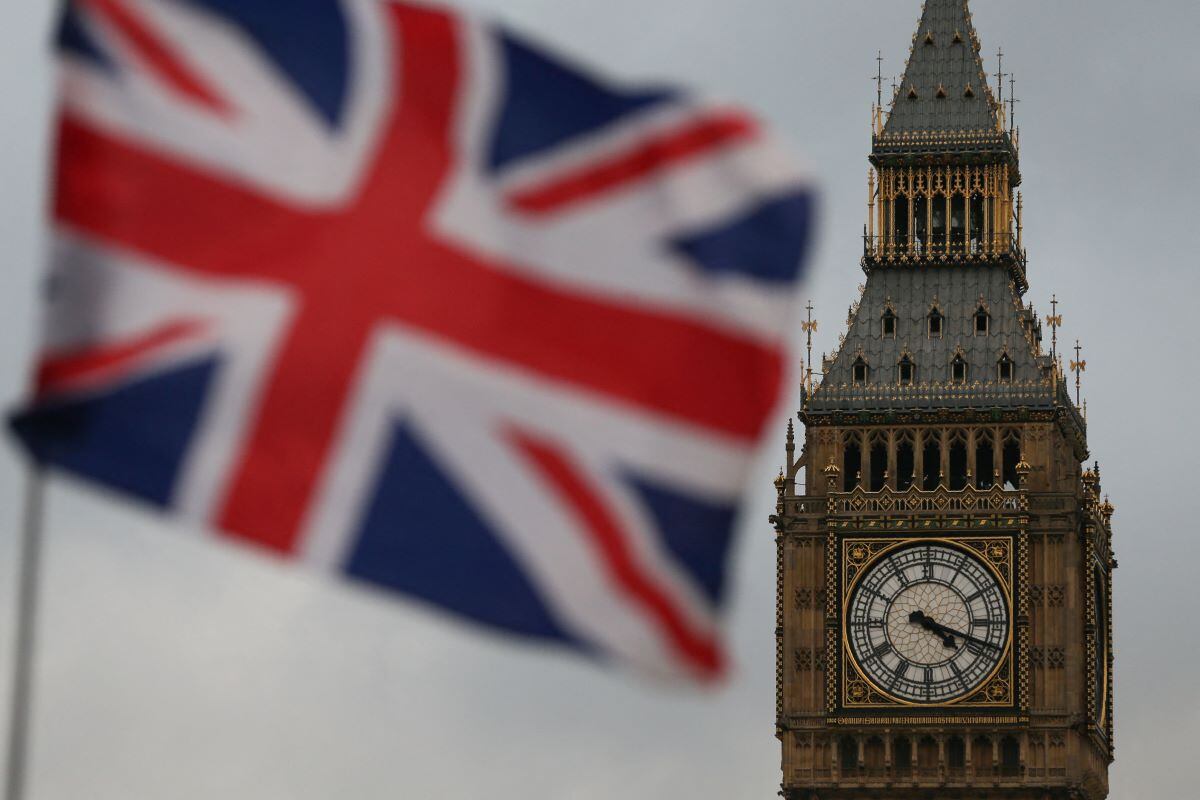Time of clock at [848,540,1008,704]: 4:18
